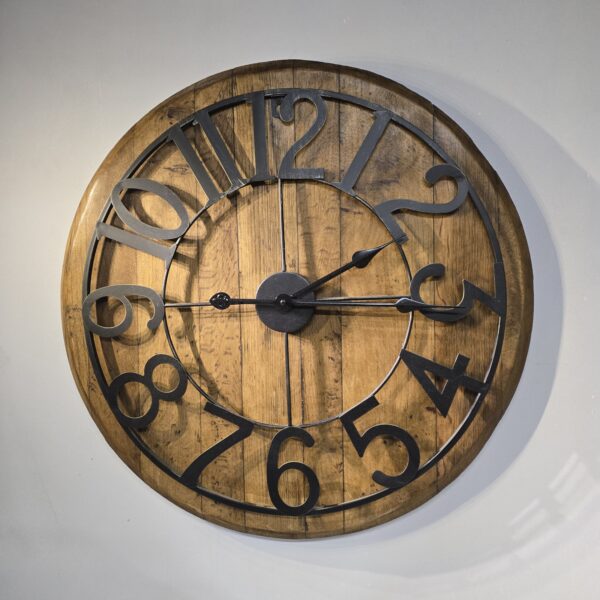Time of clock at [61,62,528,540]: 2:15
